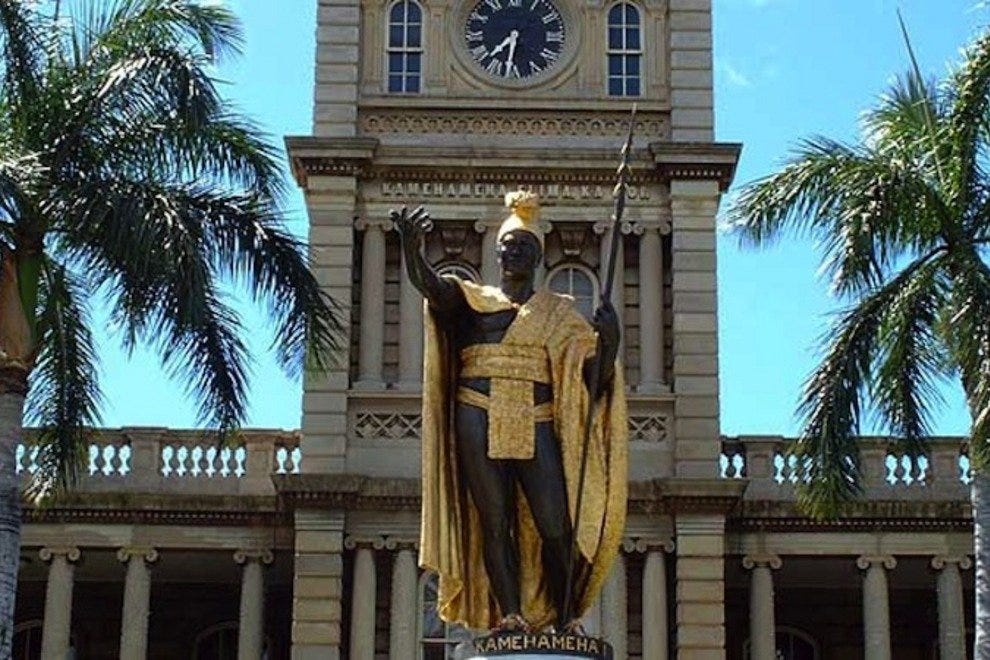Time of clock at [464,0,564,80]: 7:32
